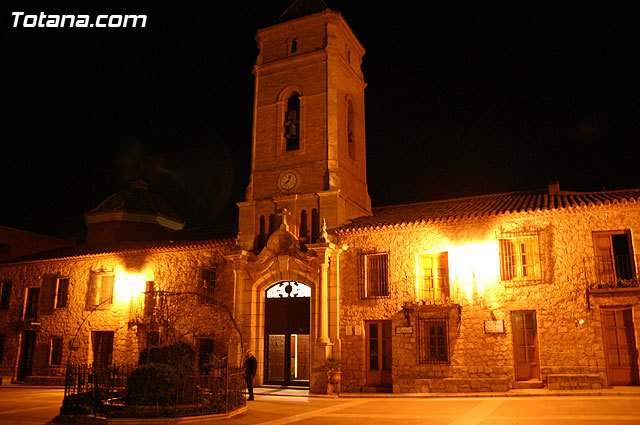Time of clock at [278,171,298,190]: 8:03
